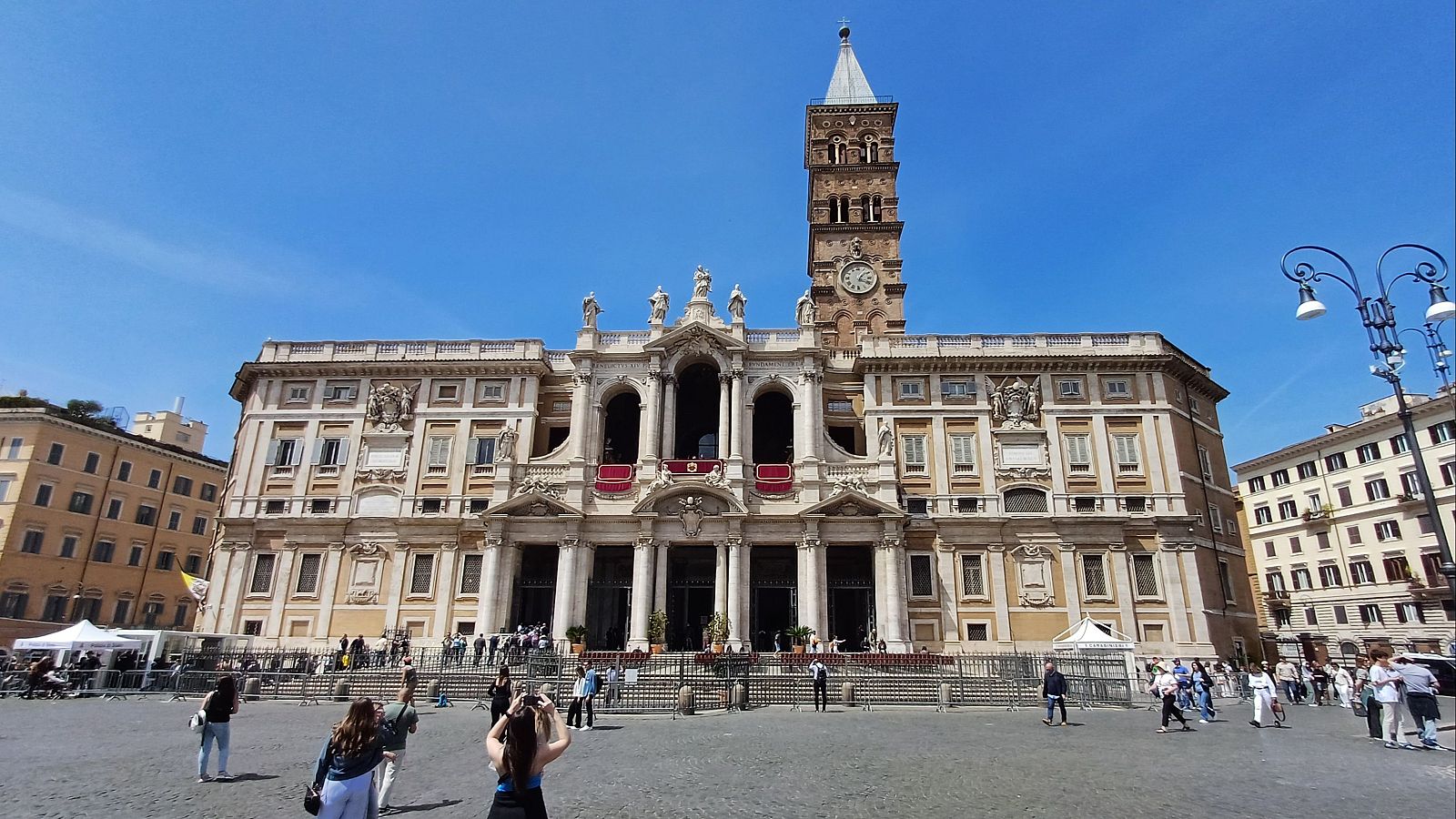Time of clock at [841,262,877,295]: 1:18
